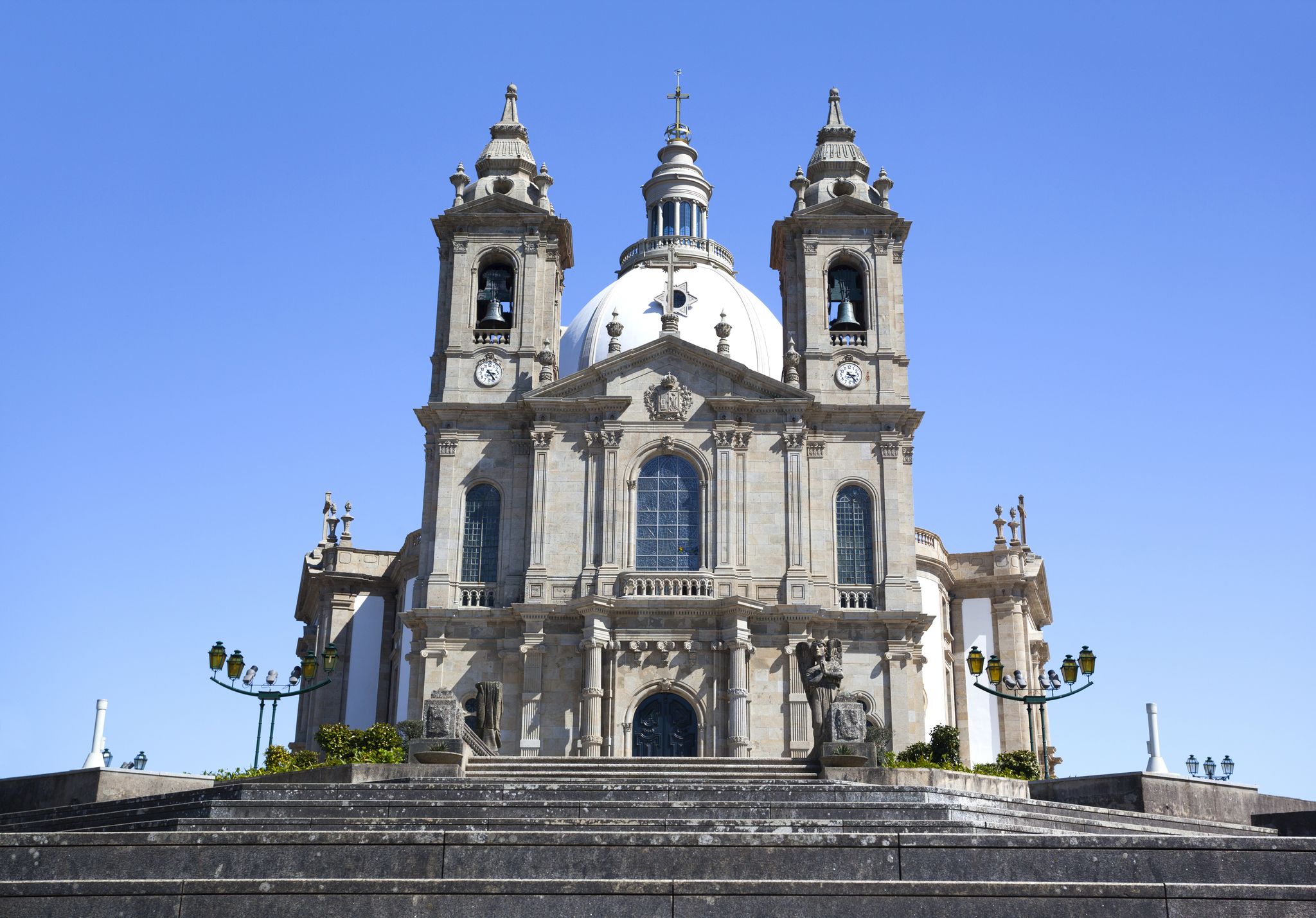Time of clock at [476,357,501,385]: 3:23
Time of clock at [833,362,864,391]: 3:23
